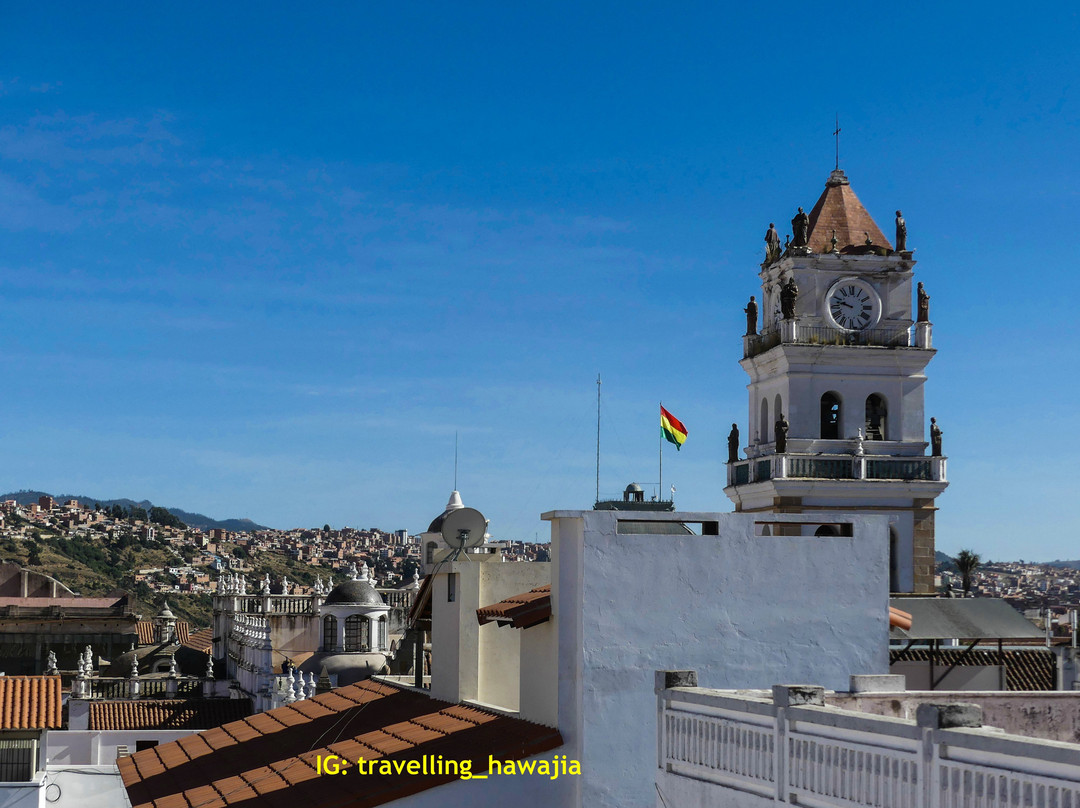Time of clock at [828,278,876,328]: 9:47
